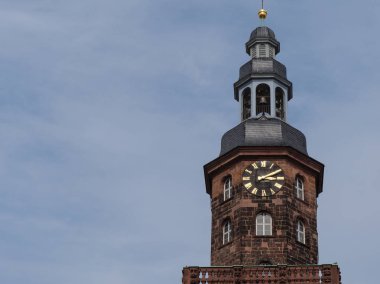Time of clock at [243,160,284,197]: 3:09
